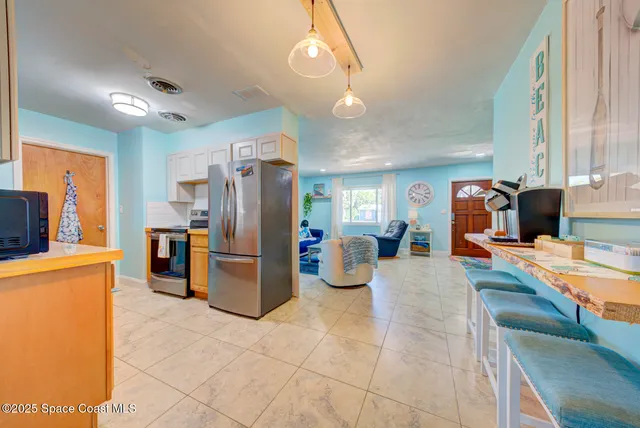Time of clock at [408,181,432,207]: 3:48
